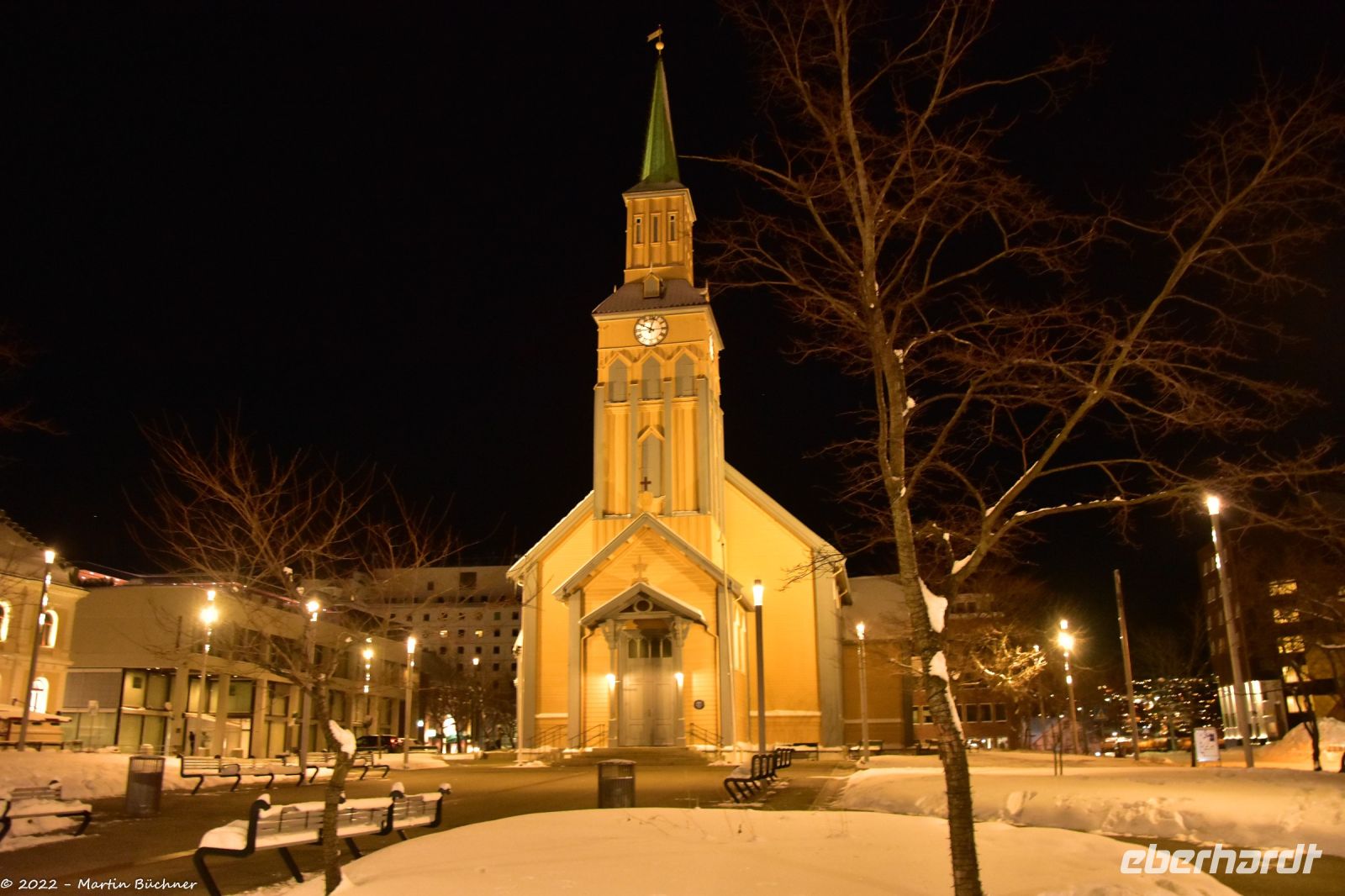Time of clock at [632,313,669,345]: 10:02
